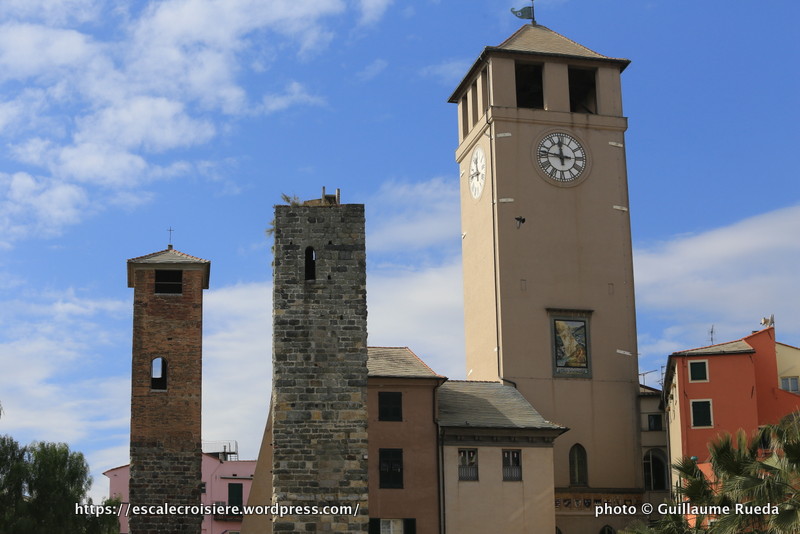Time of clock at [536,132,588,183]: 11:46
